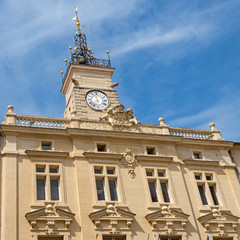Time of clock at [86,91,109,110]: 11:36
